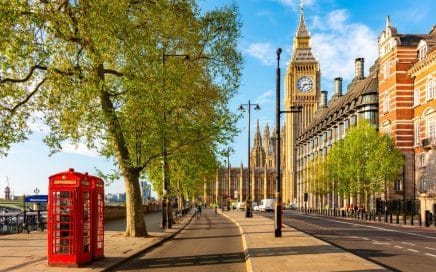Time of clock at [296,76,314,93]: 7:14
